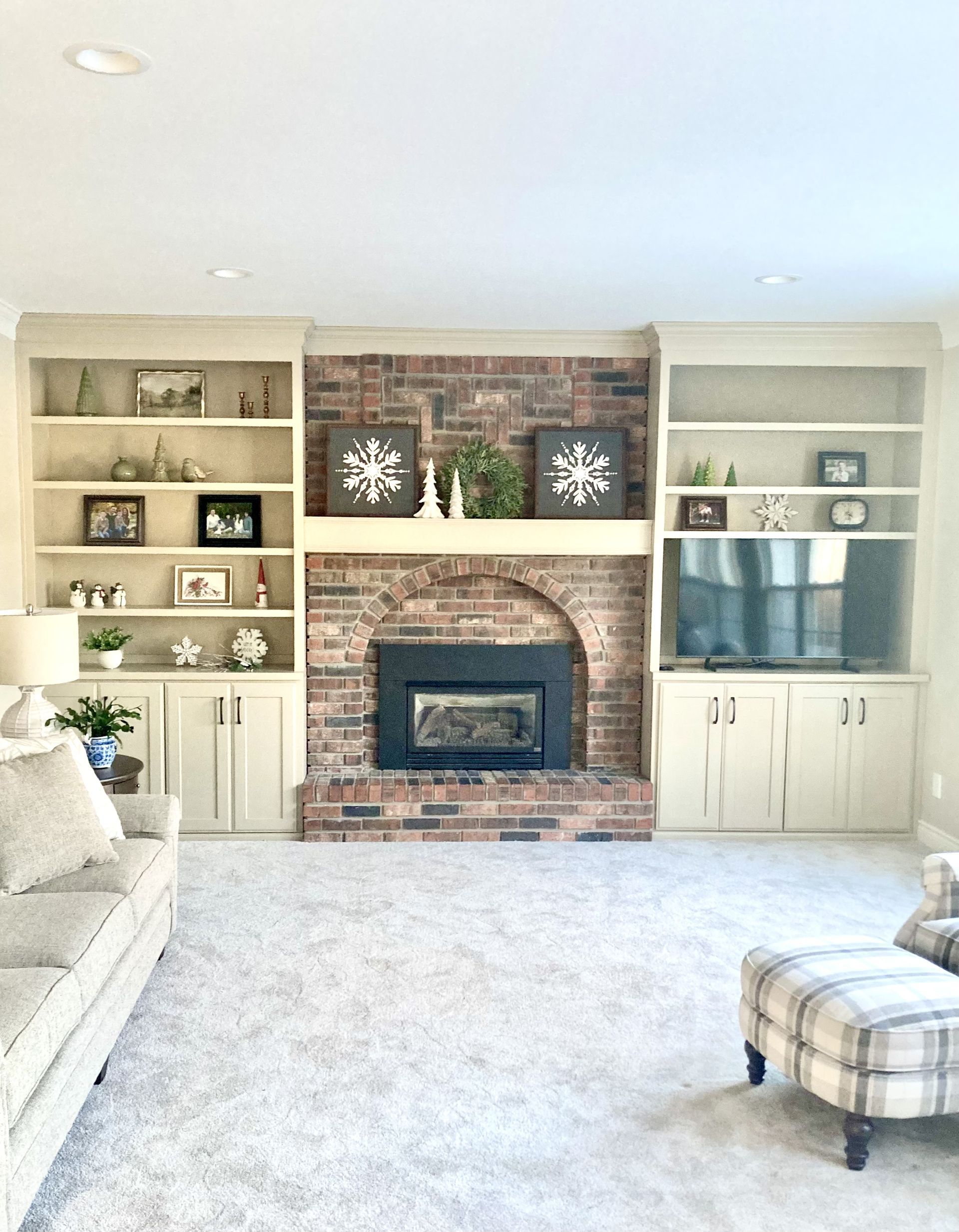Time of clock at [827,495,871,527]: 4:29
